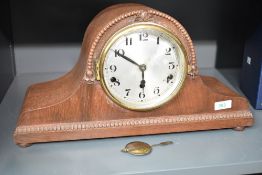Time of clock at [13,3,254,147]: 5:49
